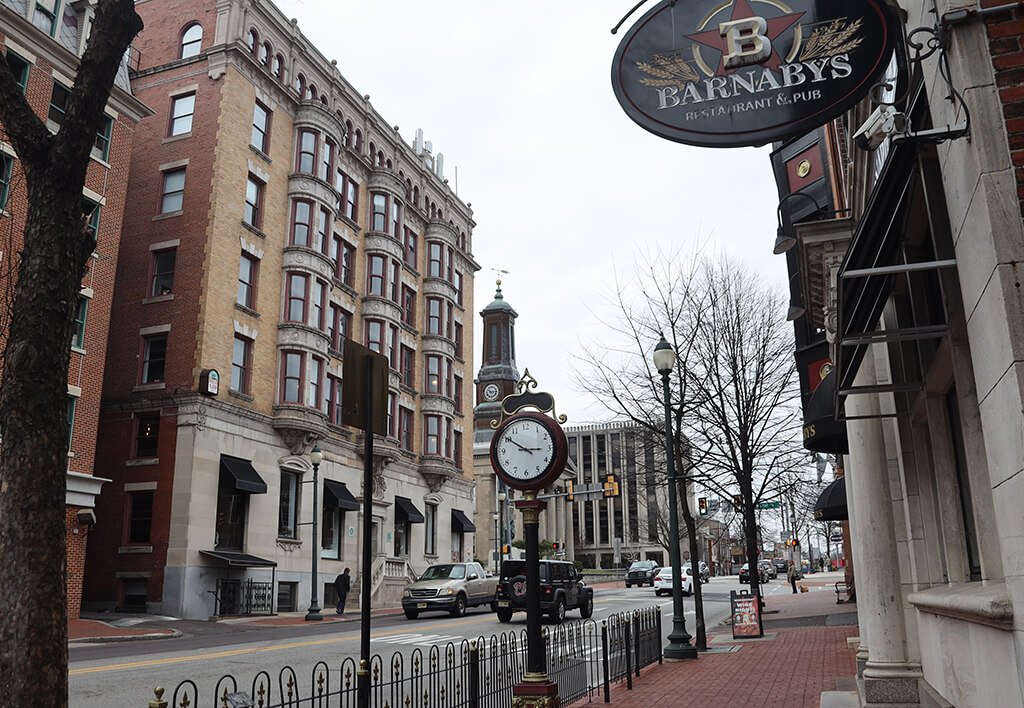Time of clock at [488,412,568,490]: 2:50
